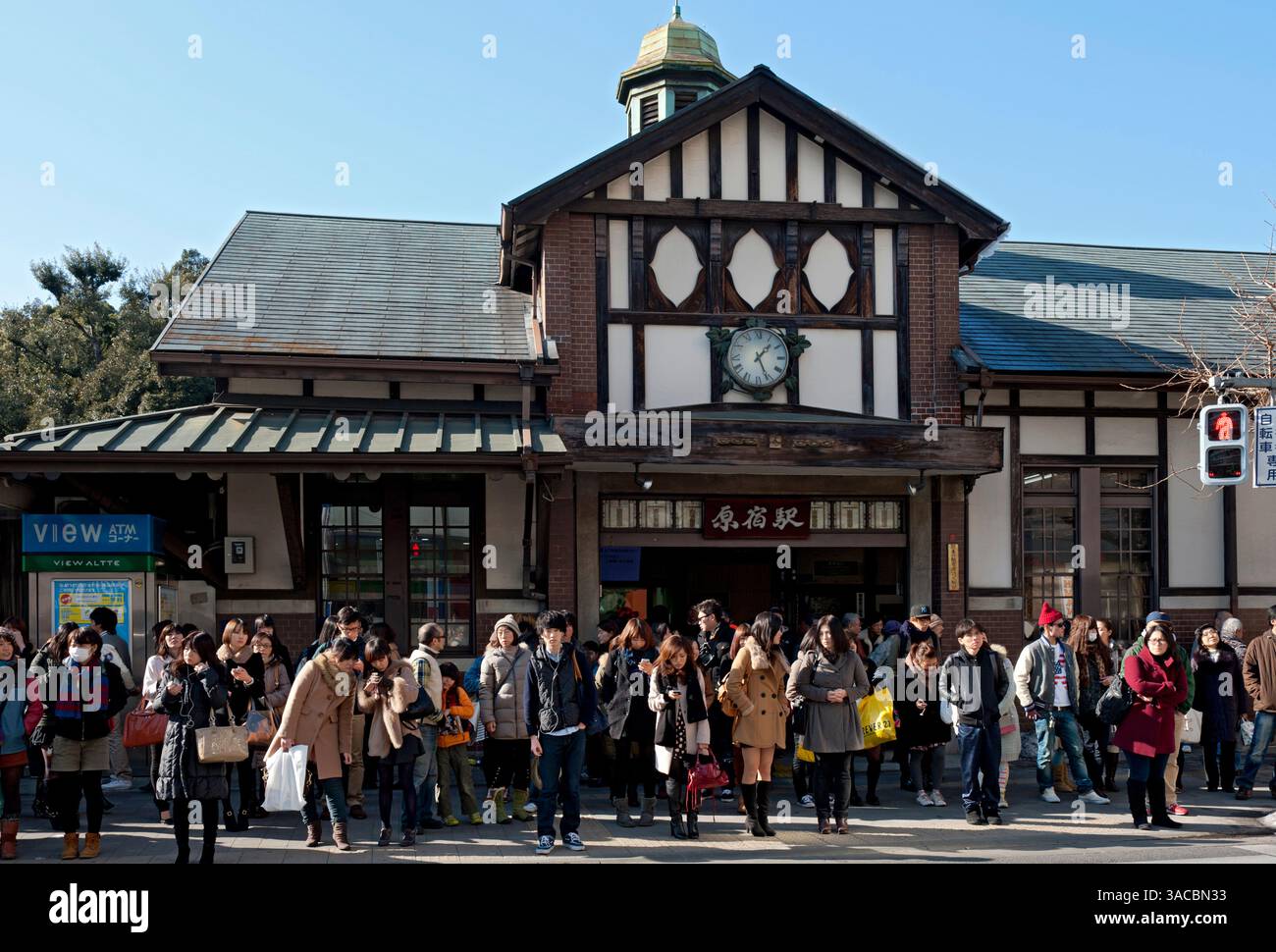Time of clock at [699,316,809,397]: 1:25
